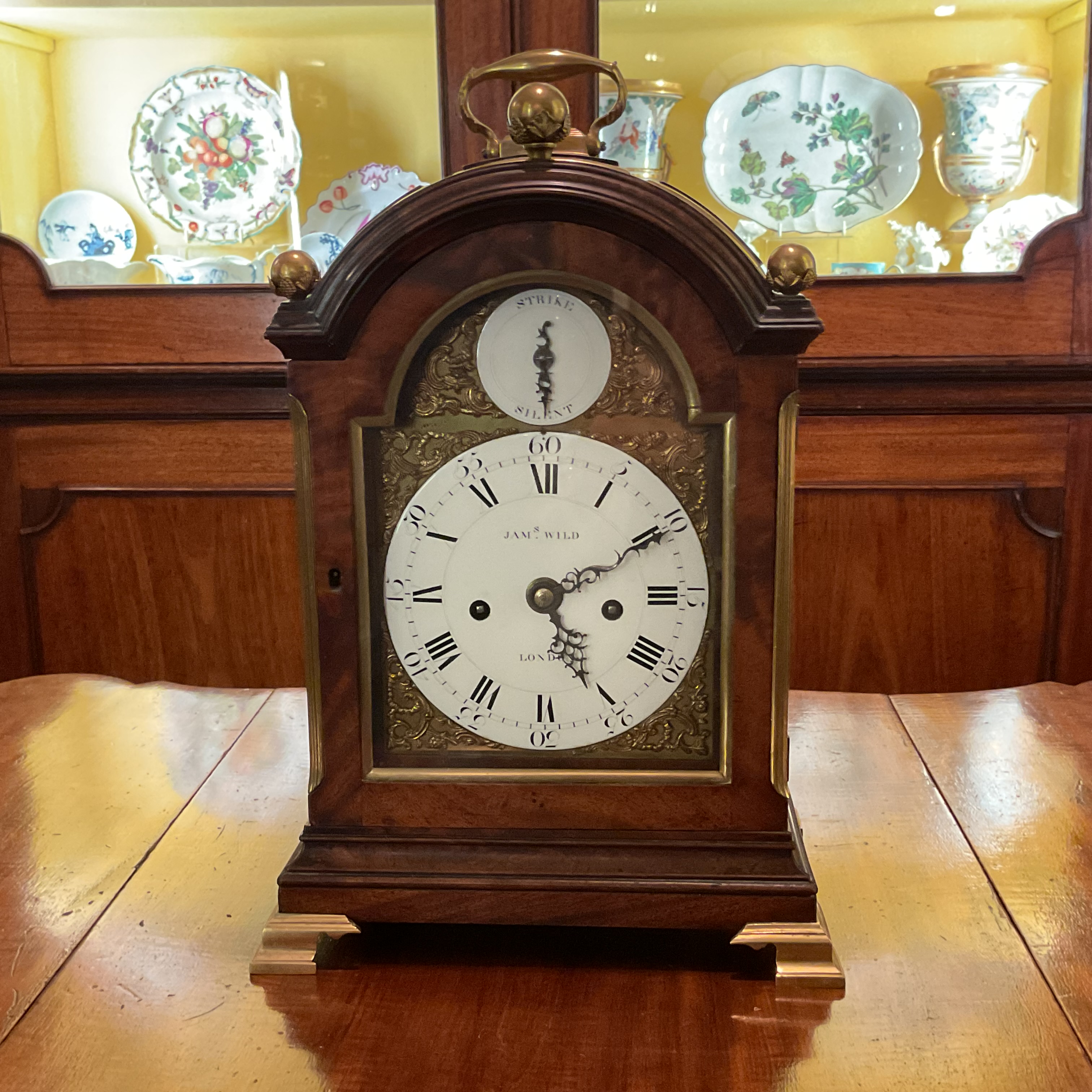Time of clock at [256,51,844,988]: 5:11
